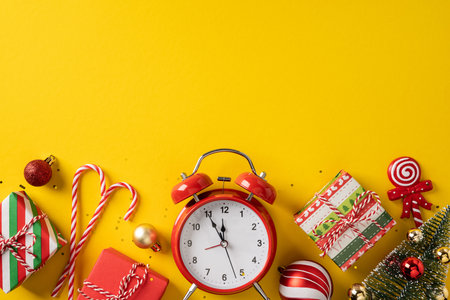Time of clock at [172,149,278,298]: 11:55
